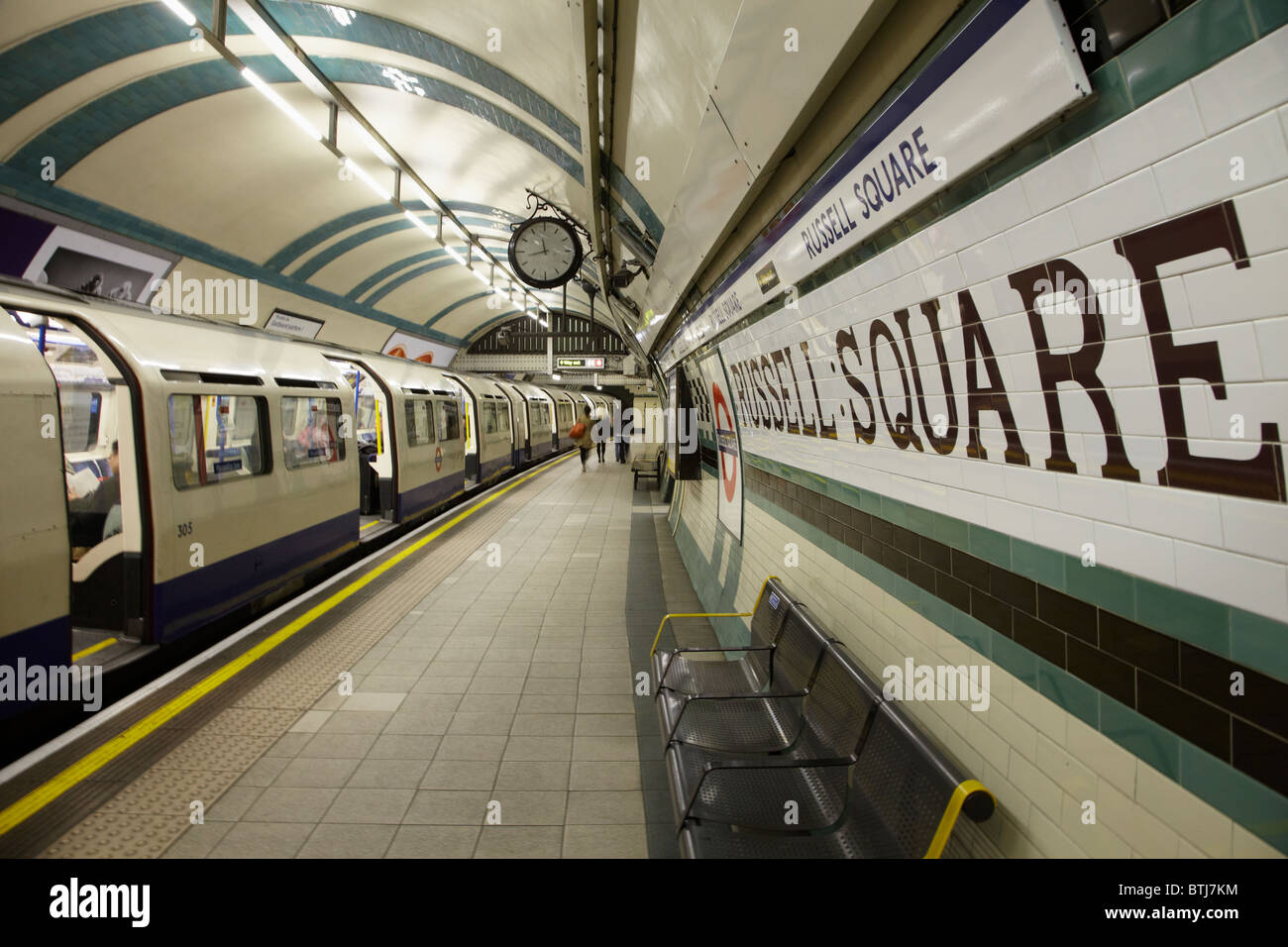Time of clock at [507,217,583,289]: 11:42
